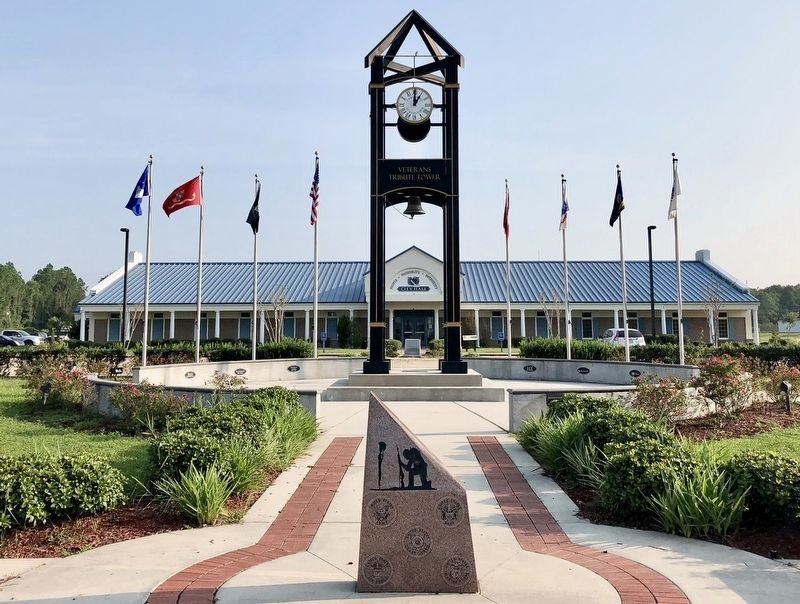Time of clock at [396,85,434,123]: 1:00
